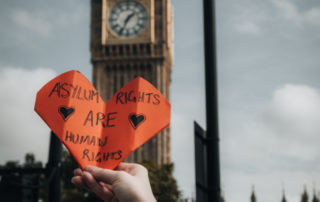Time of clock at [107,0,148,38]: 1:34
